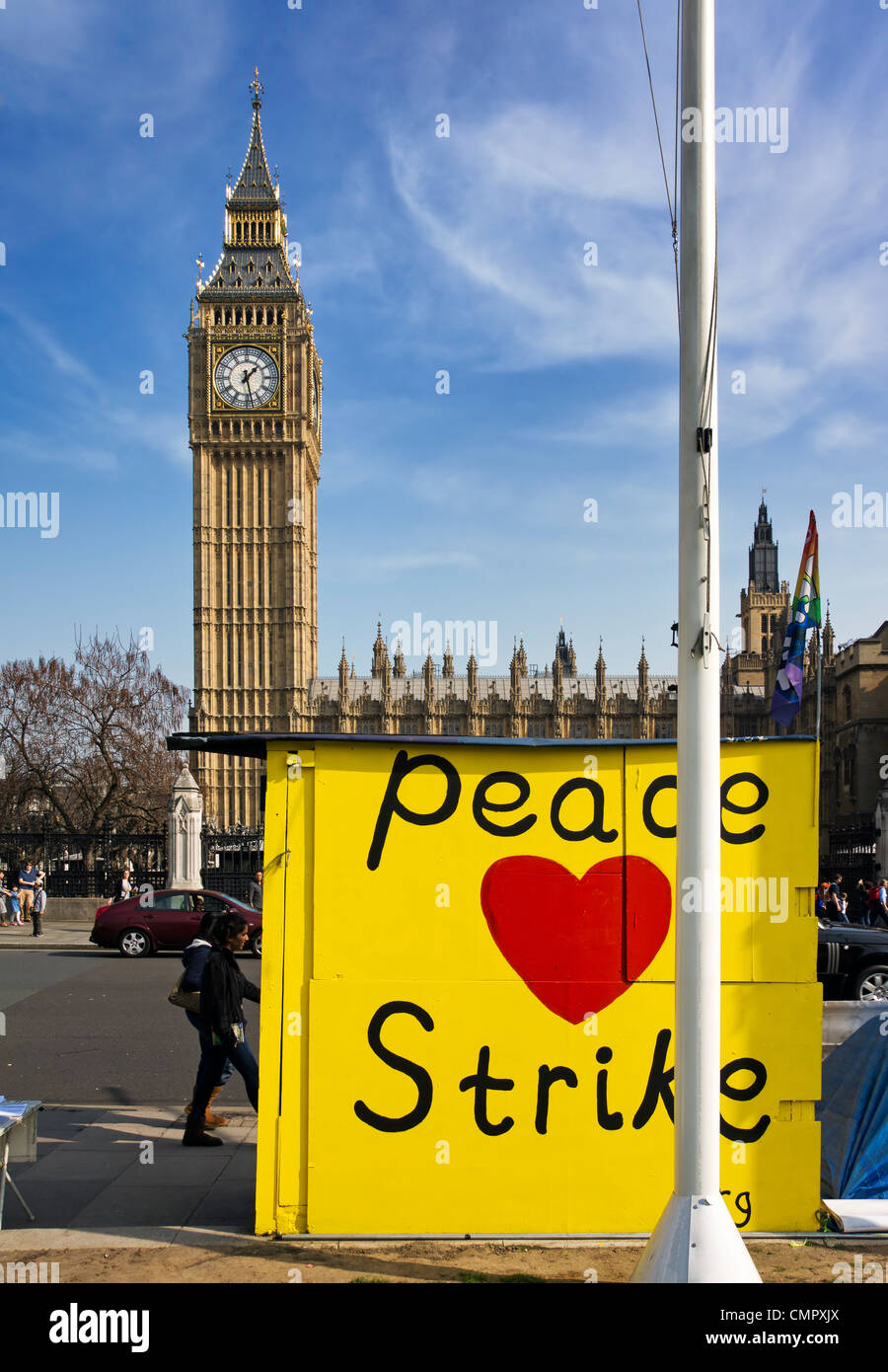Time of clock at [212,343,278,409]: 1:28
